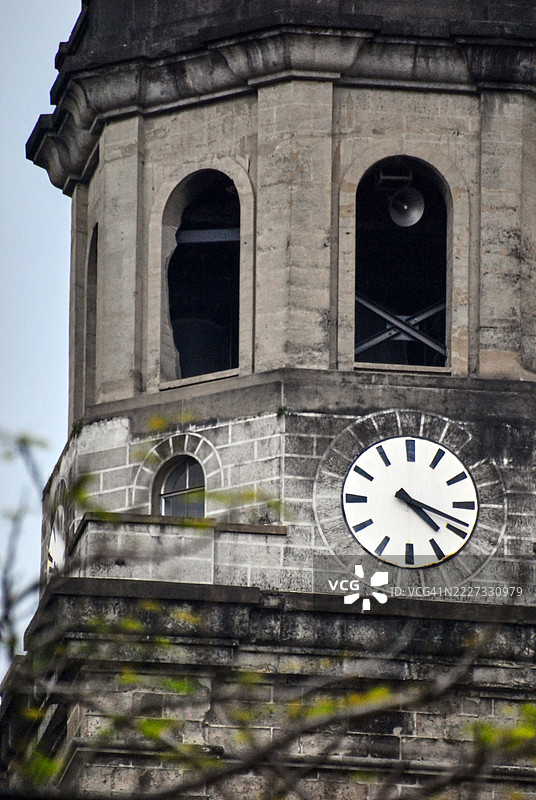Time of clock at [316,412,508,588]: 4:18
